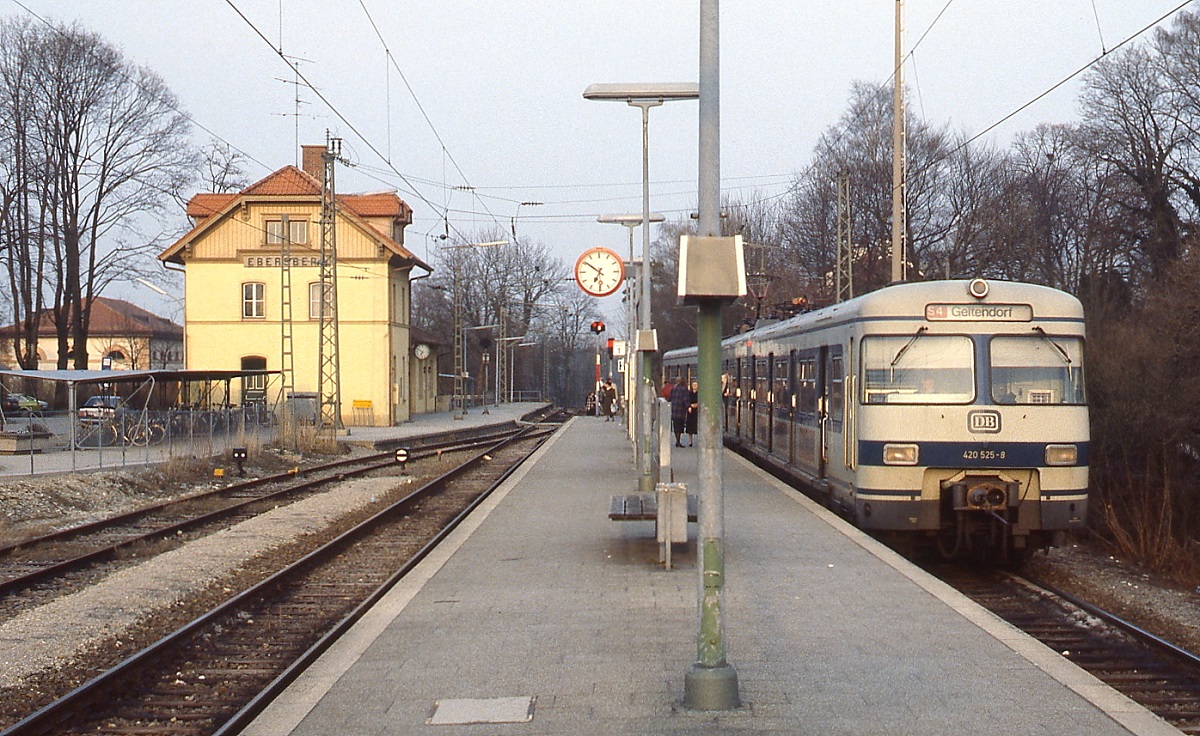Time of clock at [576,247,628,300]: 6:50
